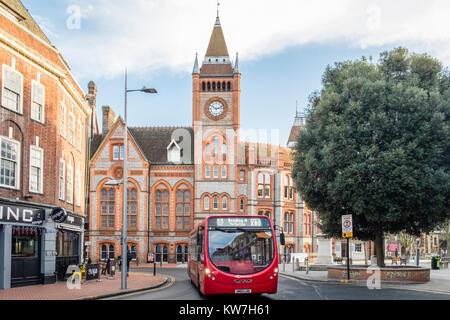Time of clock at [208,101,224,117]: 10:12
